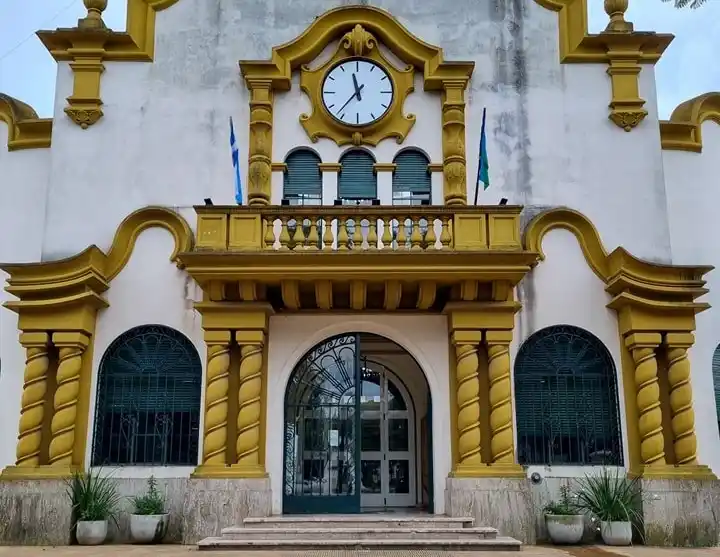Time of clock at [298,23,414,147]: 11:36
